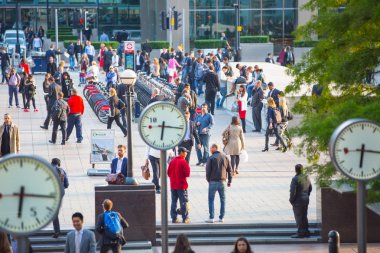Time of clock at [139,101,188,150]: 6:16
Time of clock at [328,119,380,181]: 6:15
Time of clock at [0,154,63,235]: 6:16
